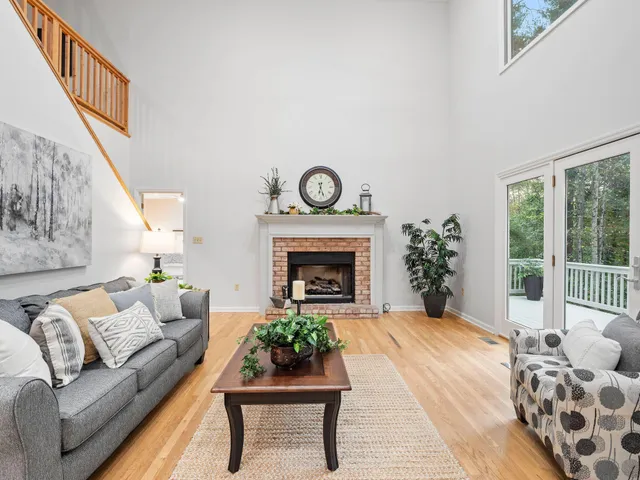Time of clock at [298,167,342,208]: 6:26
